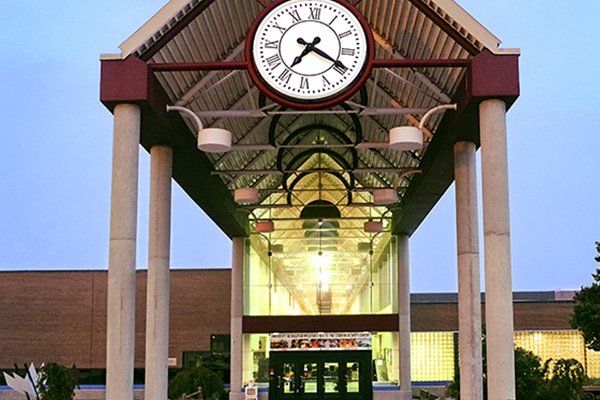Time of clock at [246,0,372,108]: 7:19
